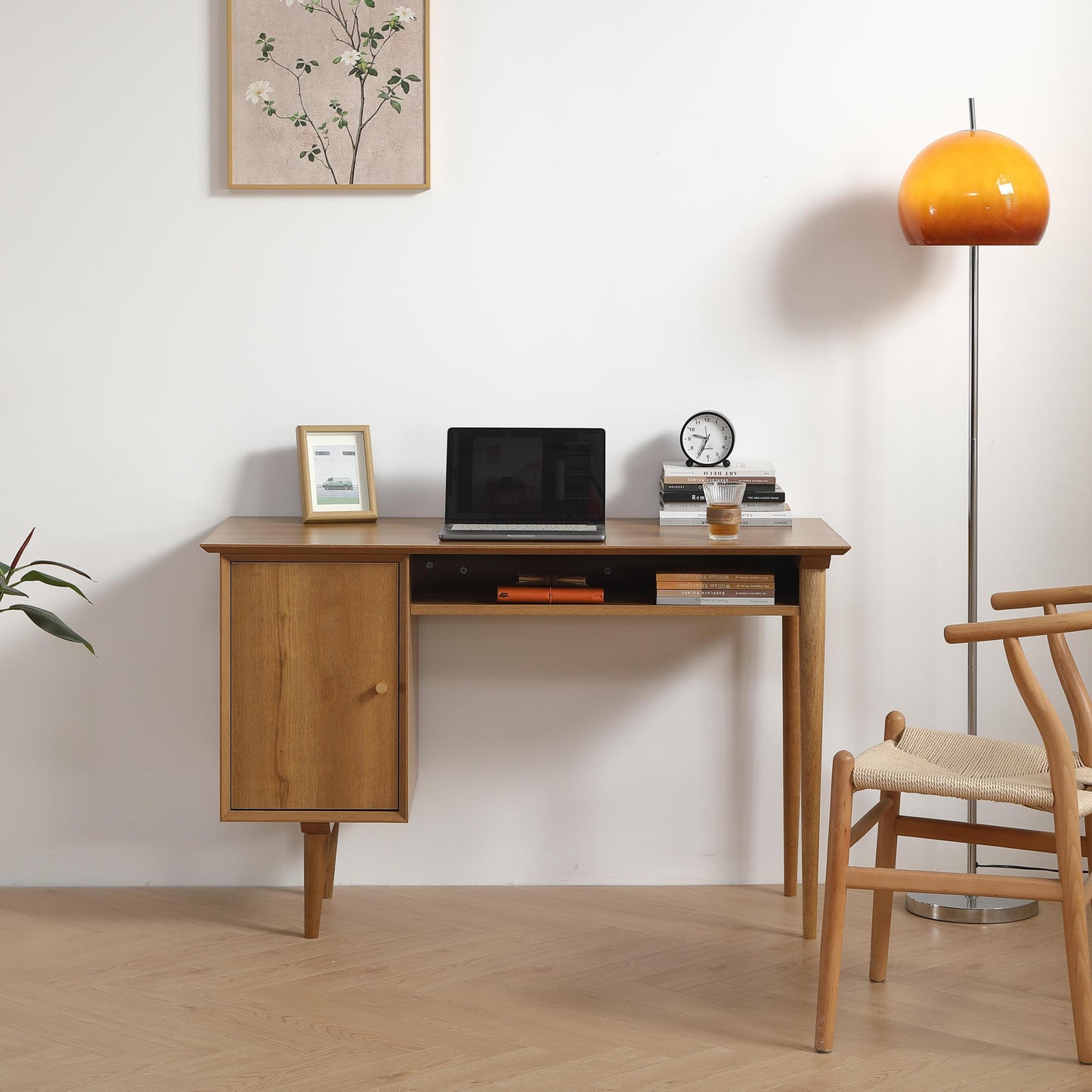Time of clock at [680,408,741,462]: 9:34
